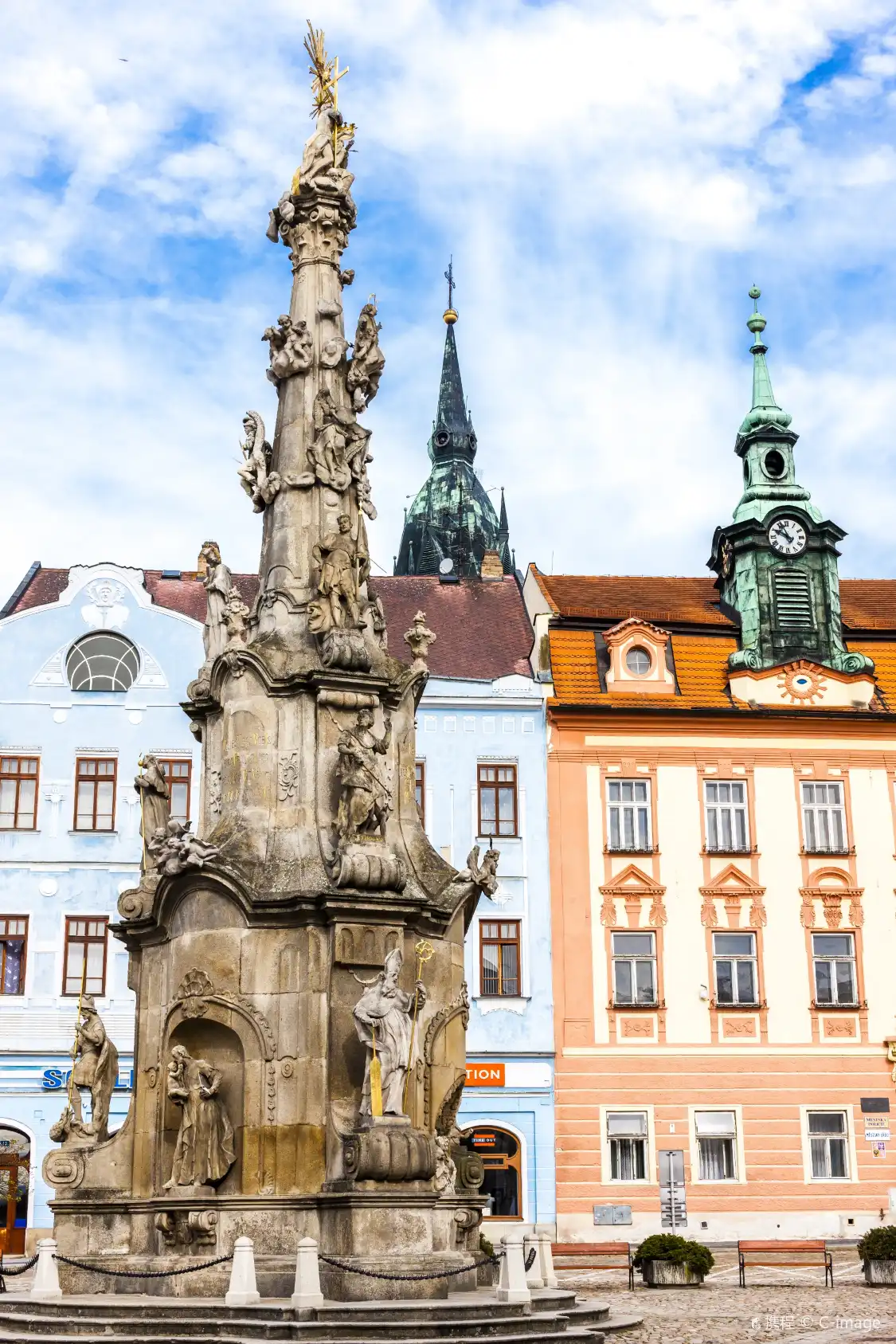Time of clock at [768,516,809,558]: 9:56
